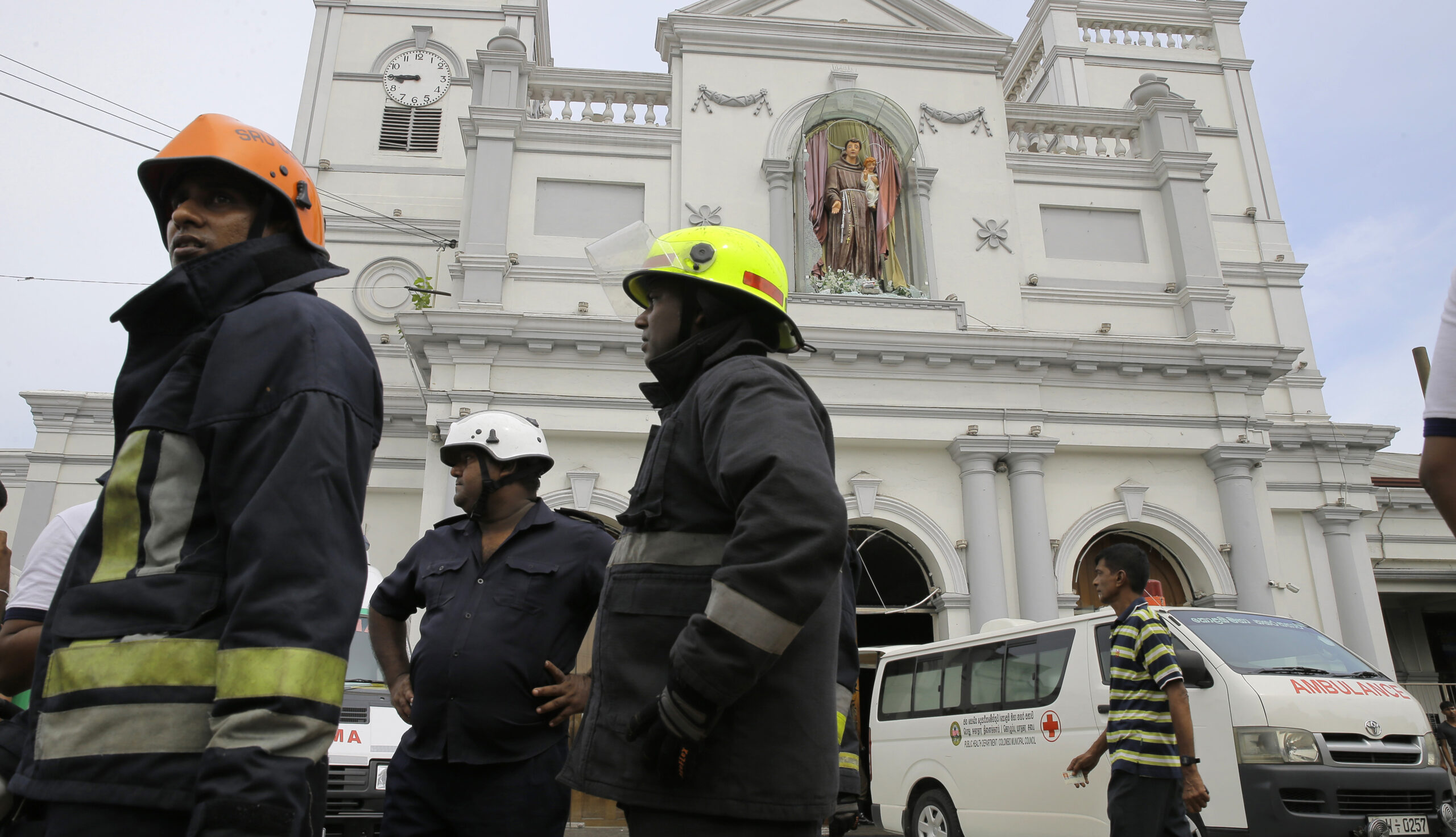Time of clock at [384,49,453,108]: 8:45
